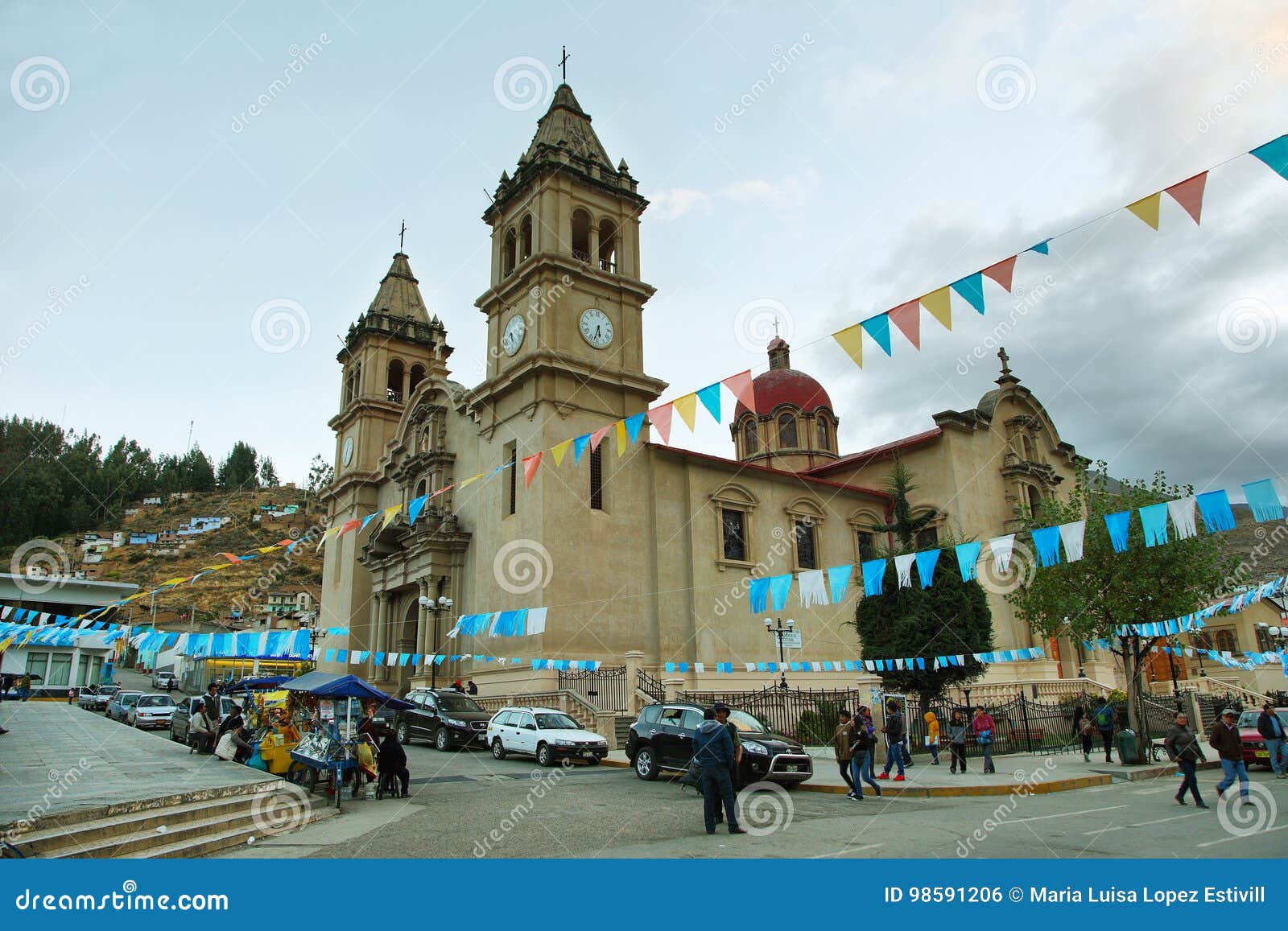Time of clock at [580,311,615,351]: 5:33
